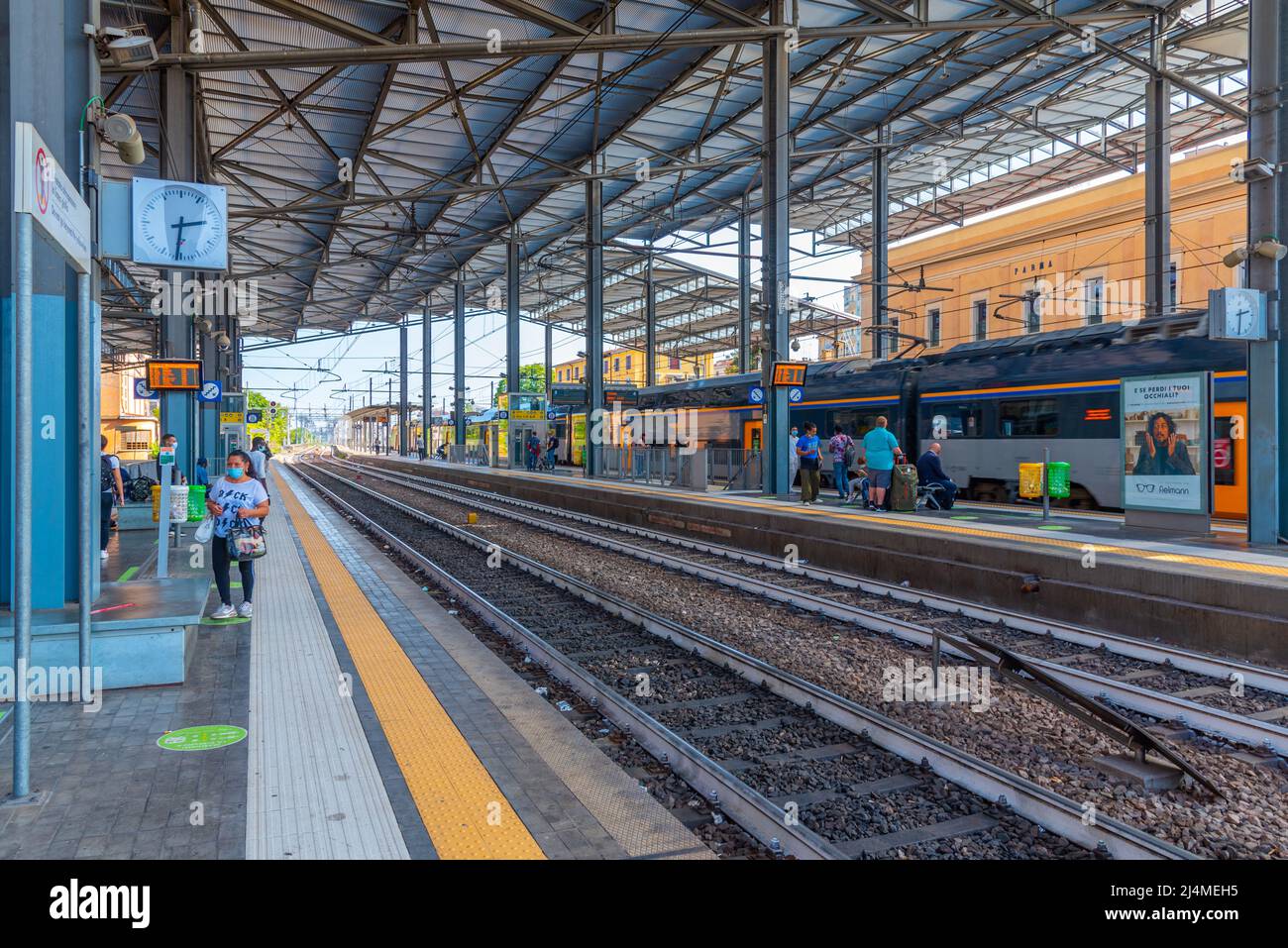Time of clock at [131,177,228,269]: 2:31
